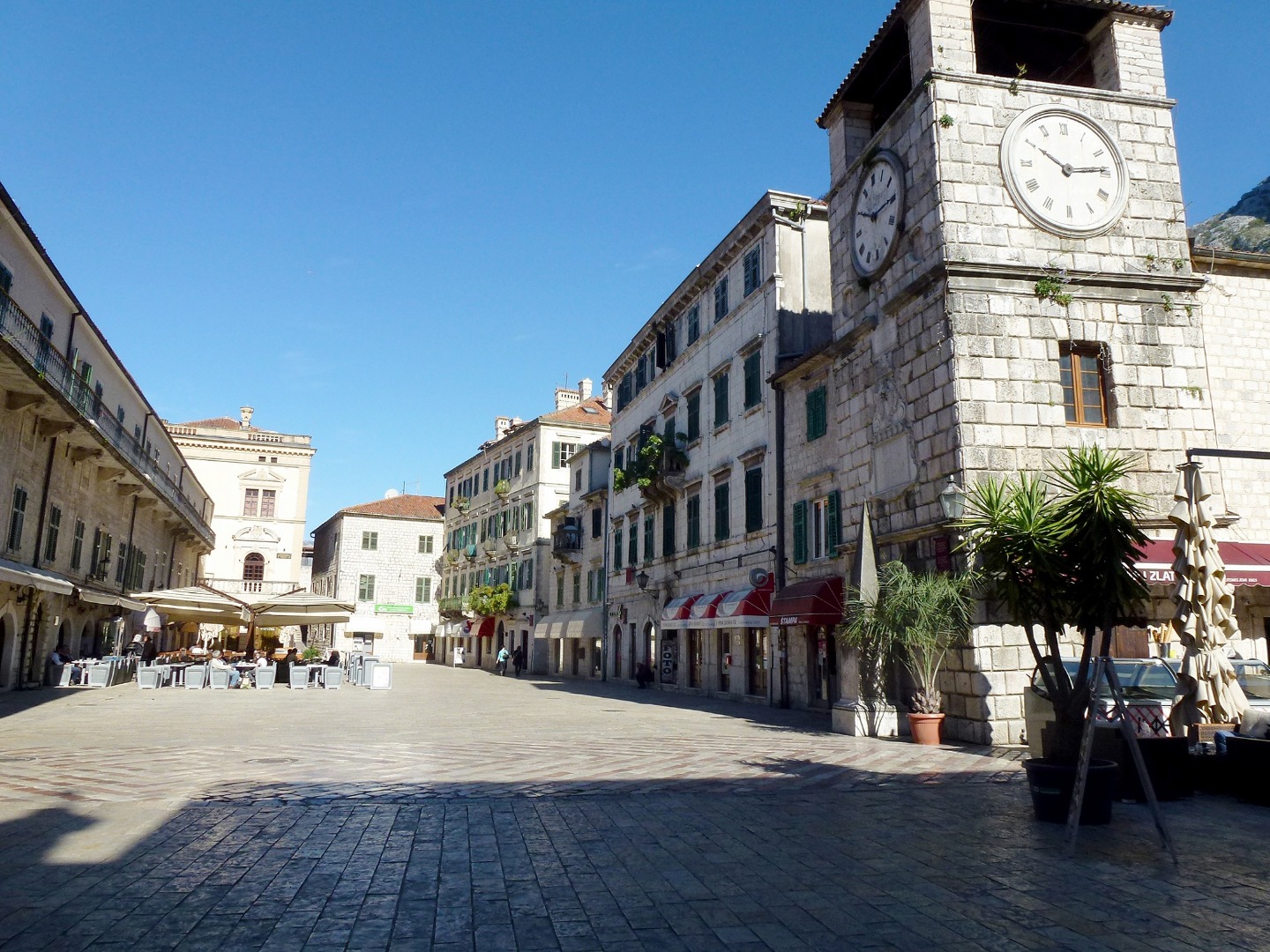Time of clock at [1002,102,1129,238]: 10:13
